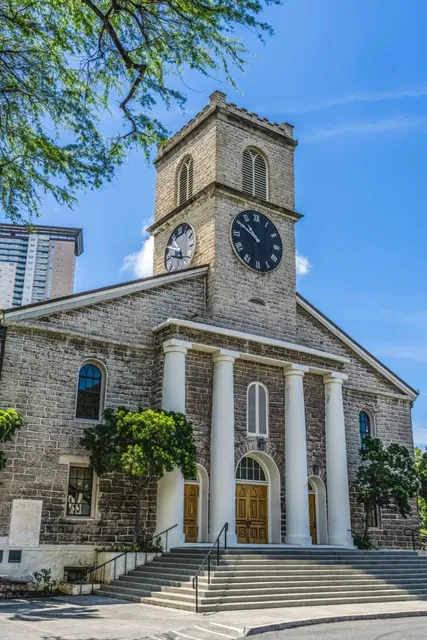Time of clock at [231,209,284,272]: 10:50
